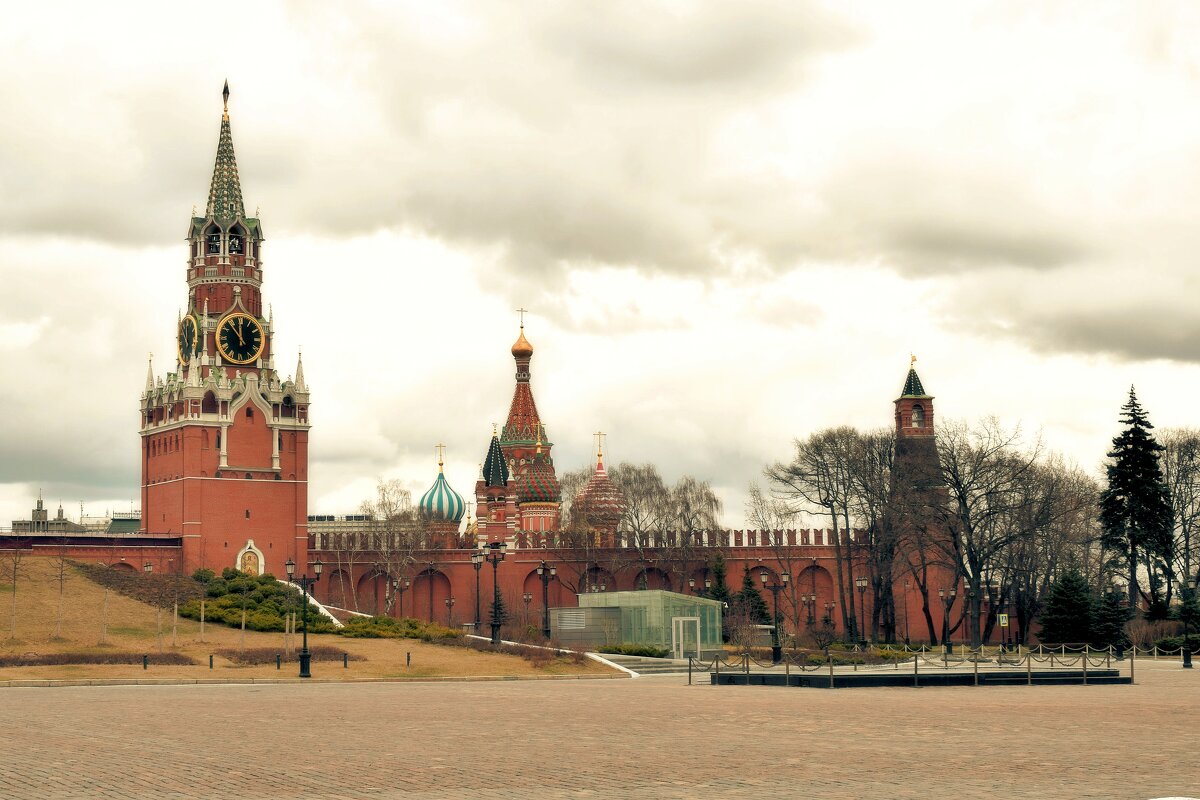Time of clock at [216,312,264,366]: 11:53
